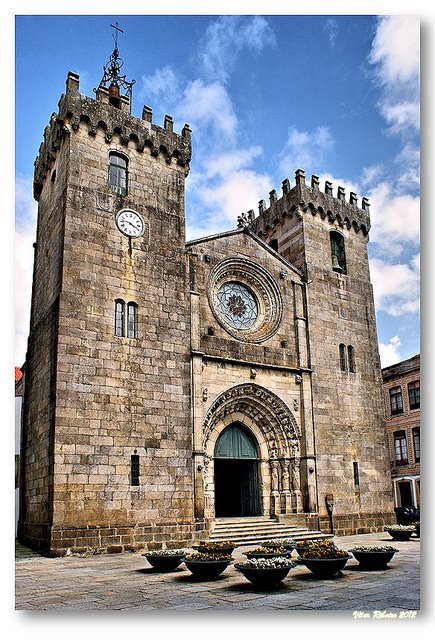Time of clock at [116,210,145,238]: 3:46
